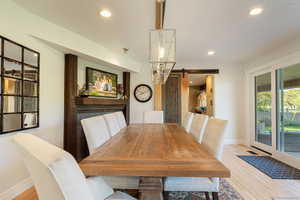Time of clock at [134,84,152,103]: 8:11
